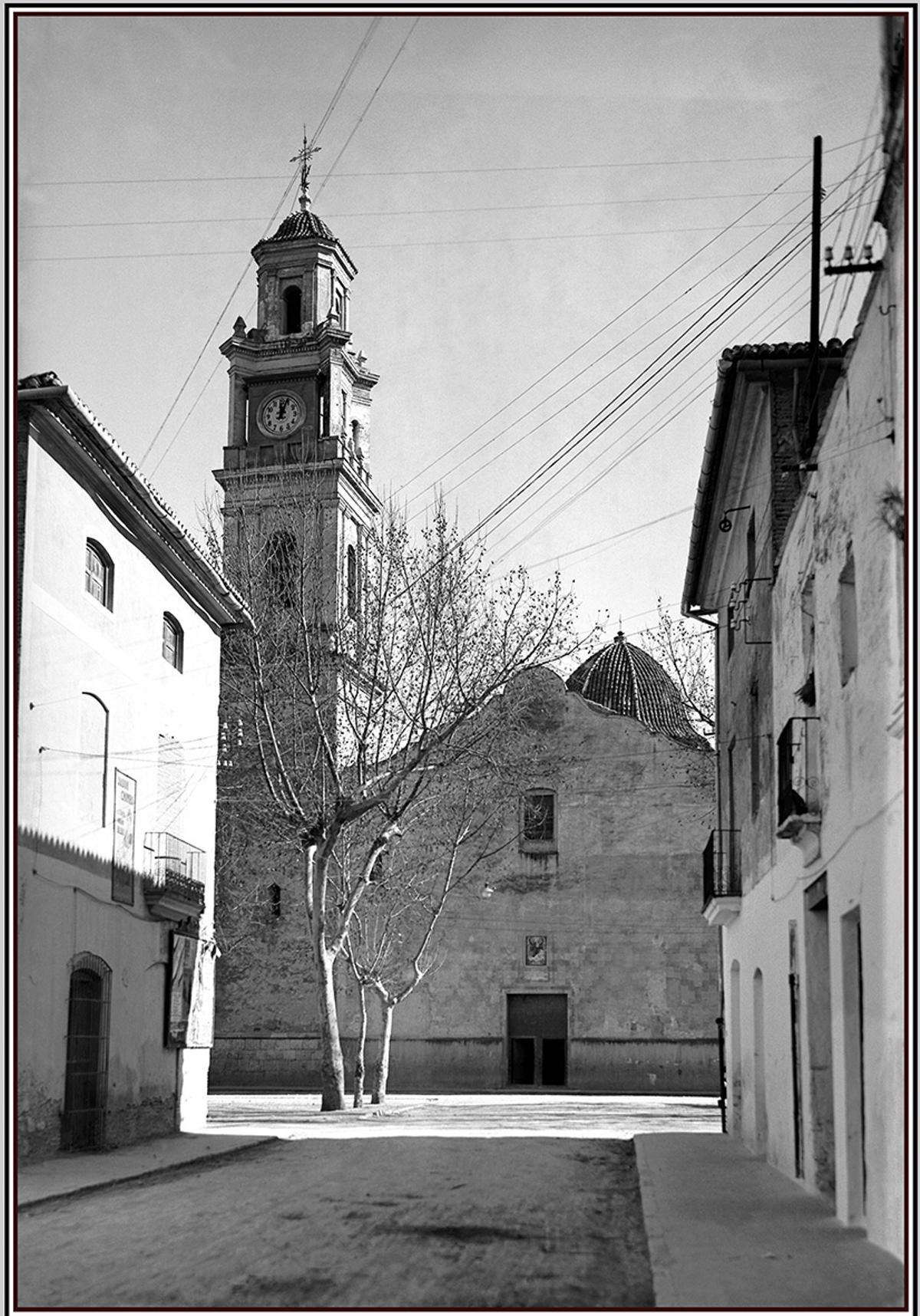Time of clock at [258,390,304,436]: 12:03
